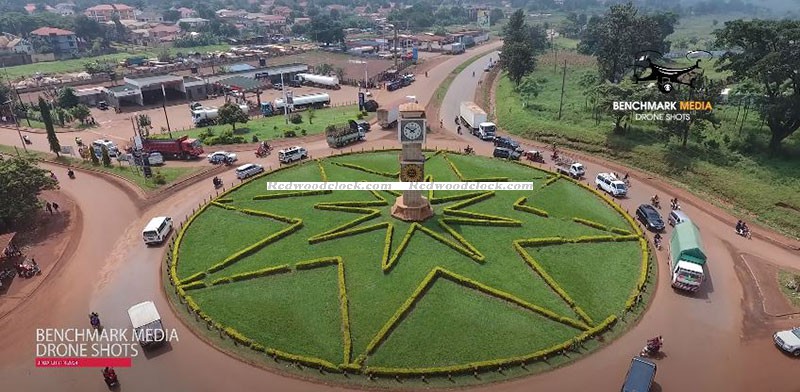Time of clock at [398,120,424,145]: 1:50
